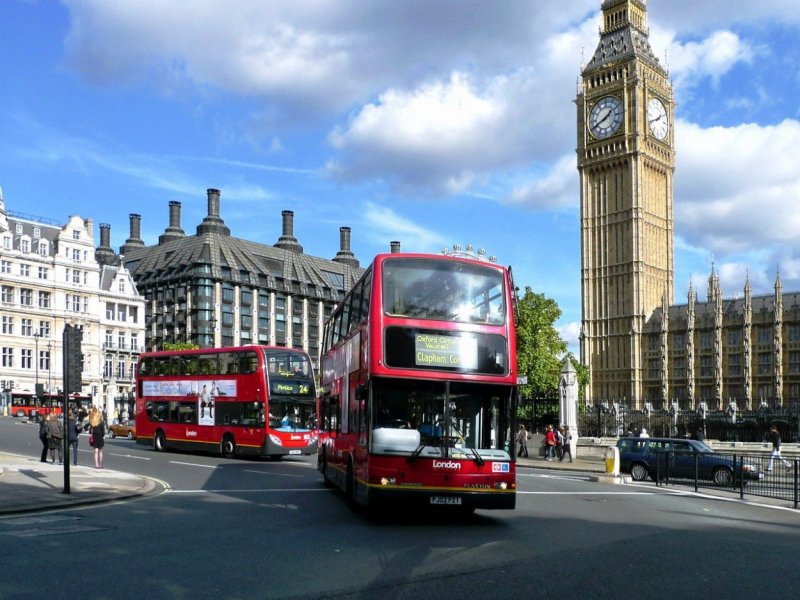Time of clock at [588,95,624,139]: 1:41
